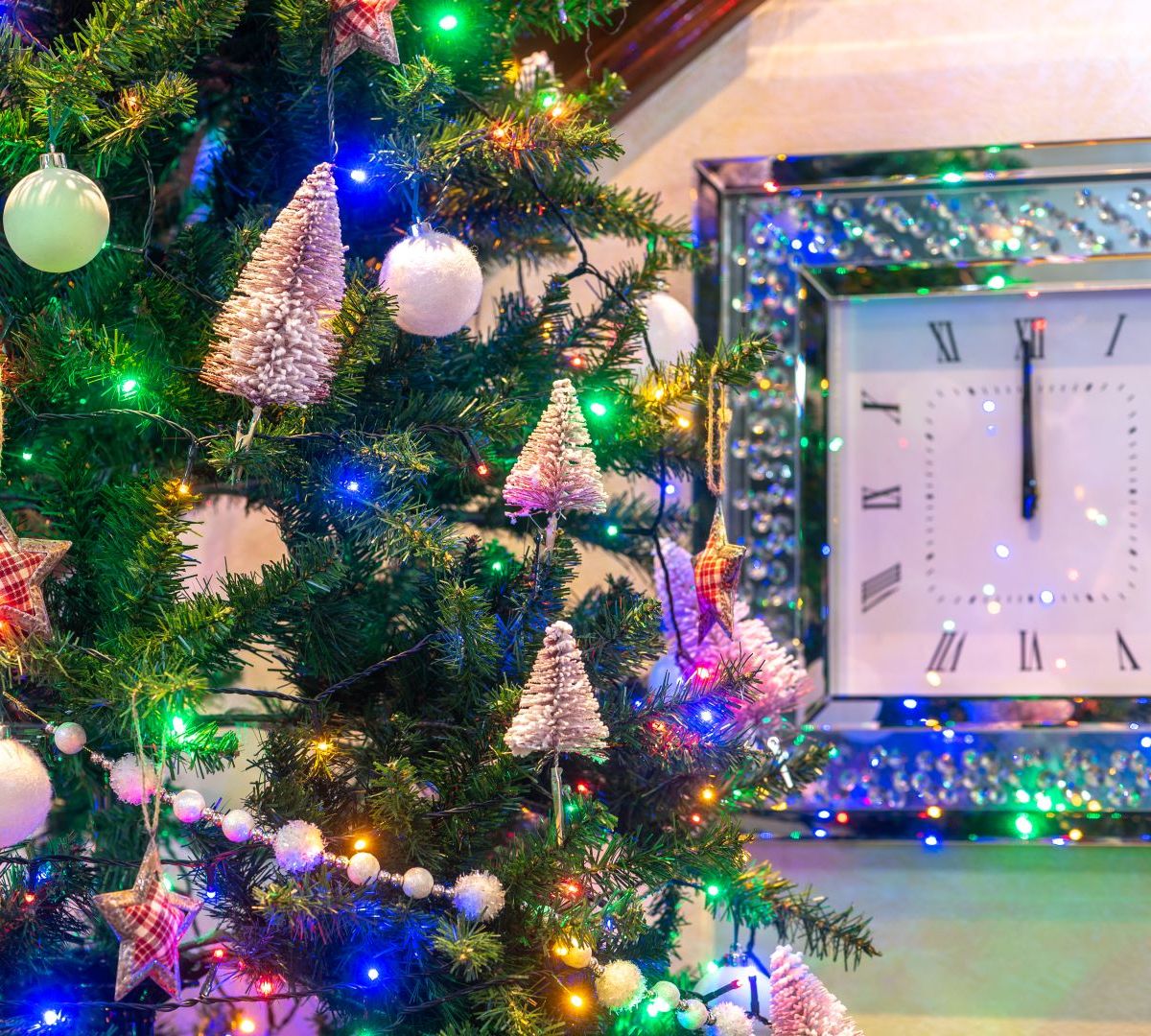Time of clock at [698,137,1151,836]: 11:59
